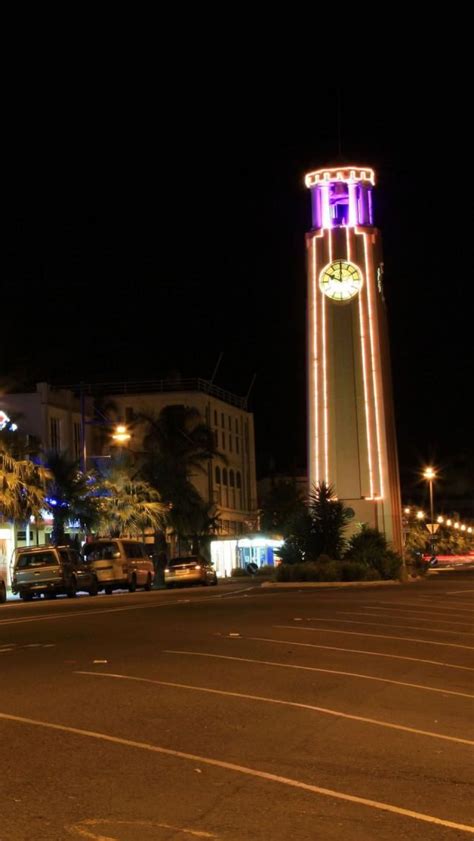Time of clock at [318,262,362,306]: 10:00
